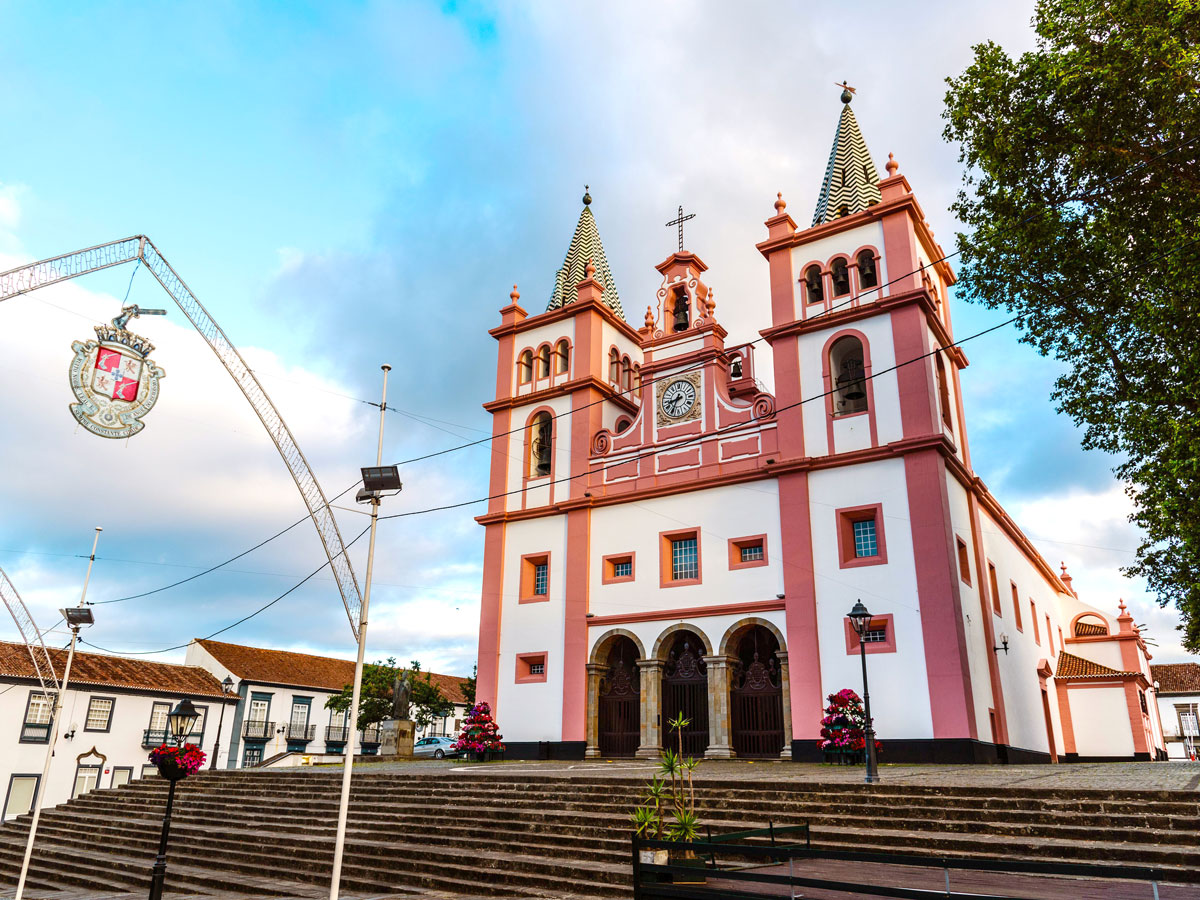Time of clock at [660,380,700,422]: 8:34
